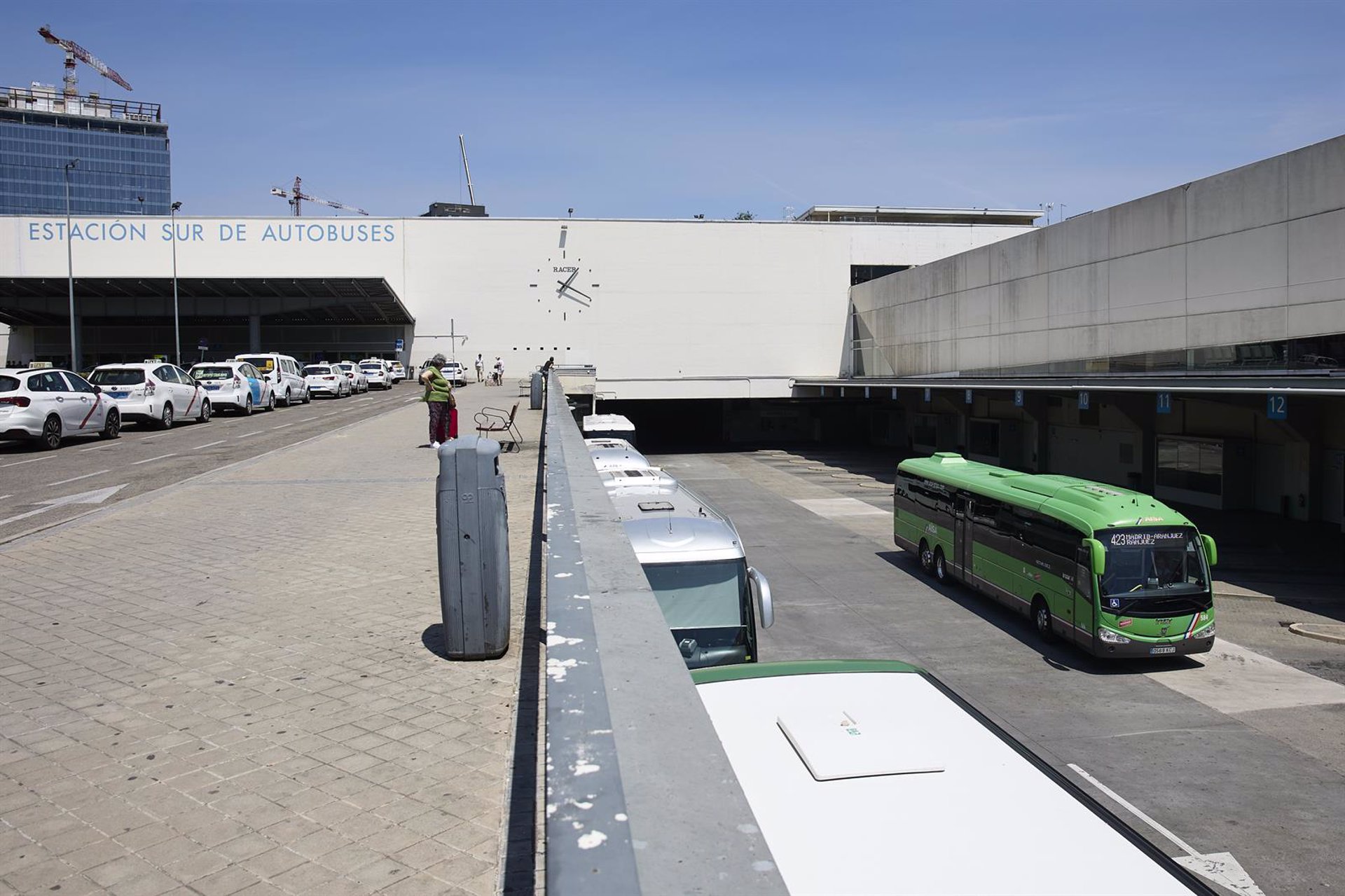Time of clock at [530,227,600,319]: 1:19
